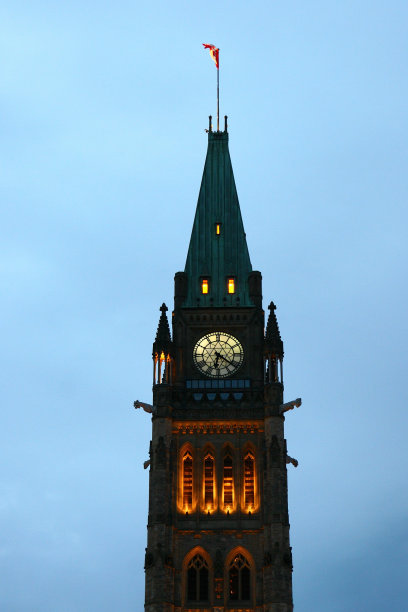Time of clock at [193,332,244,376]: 6:21
